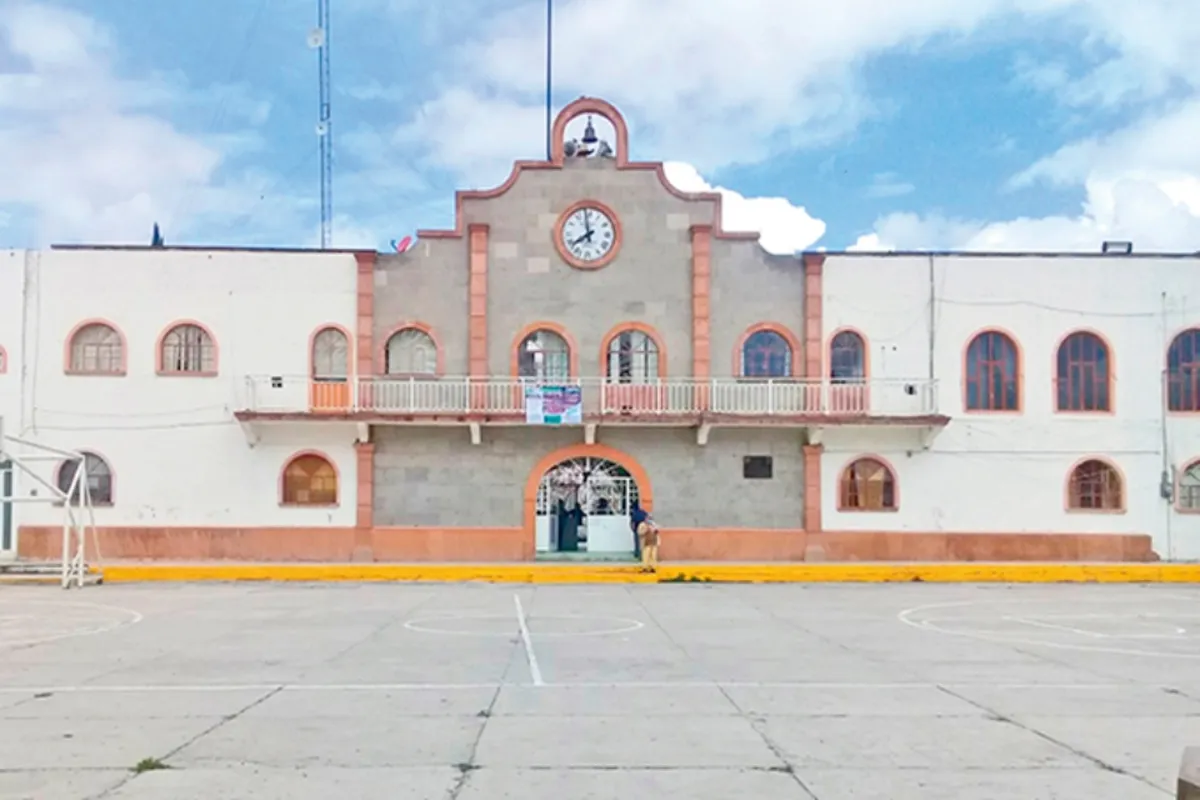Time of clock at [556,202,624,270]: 7:58
